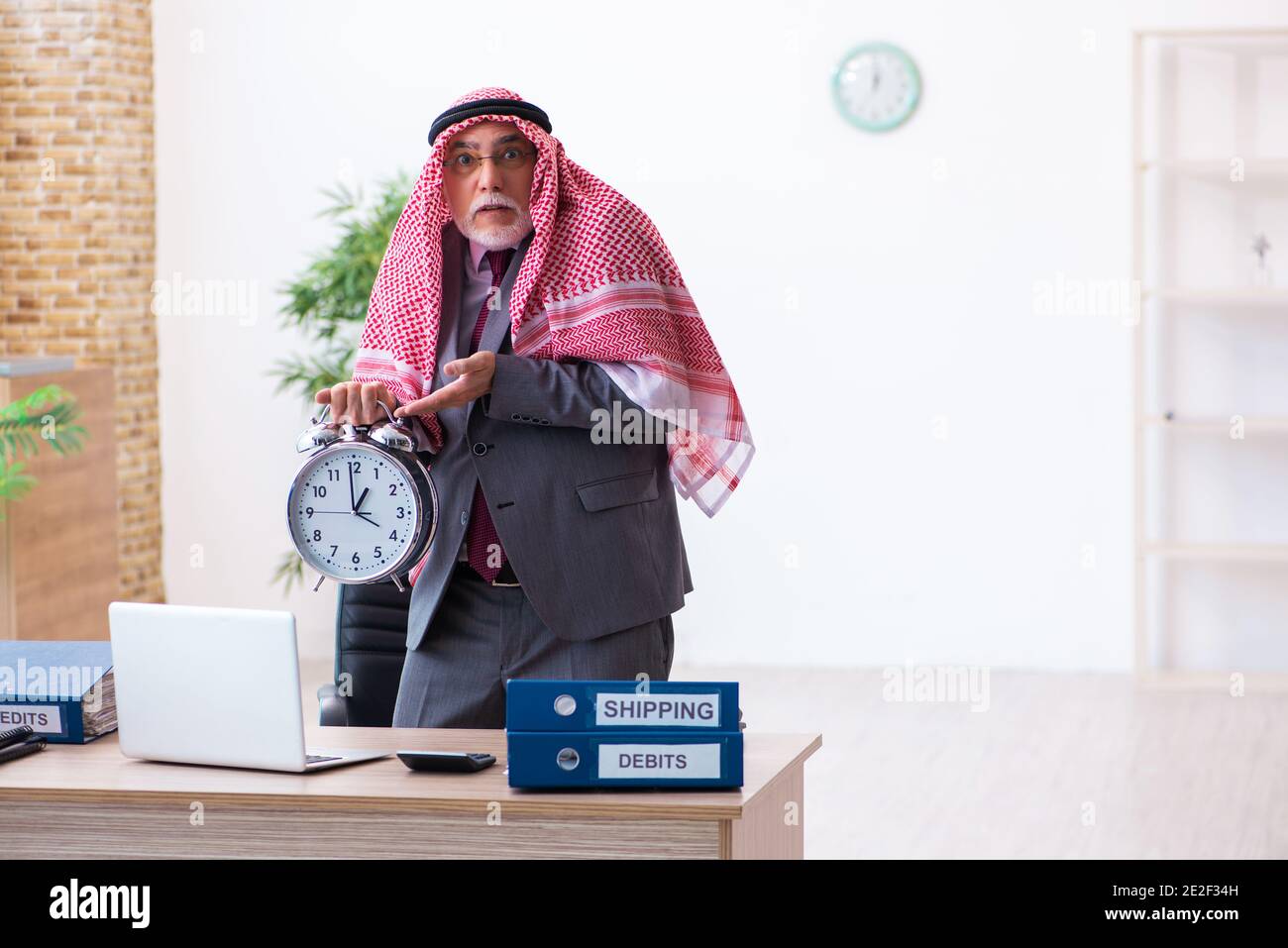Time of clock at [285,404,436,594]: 12:59
